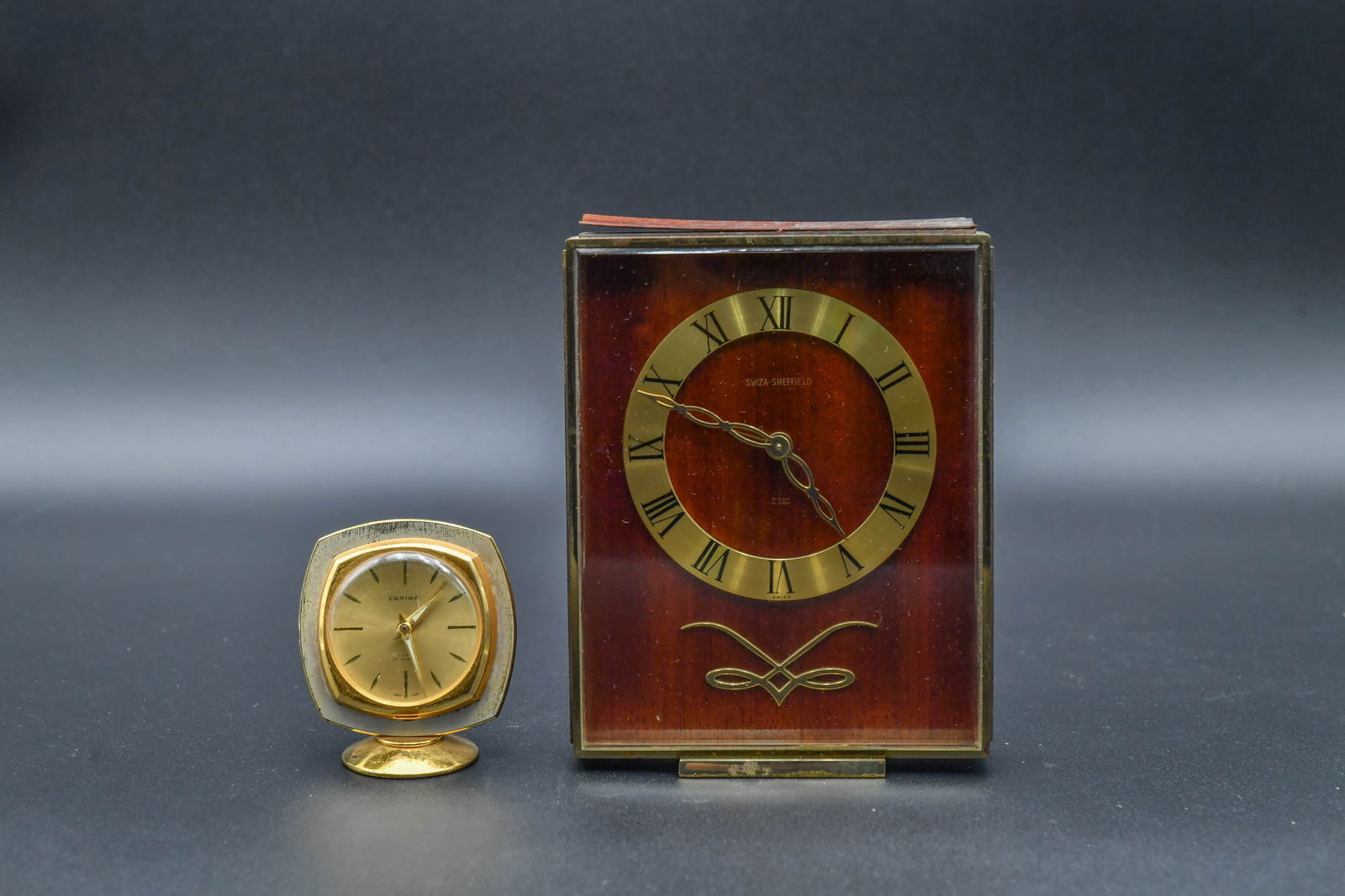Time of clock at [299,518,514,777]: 1:27
